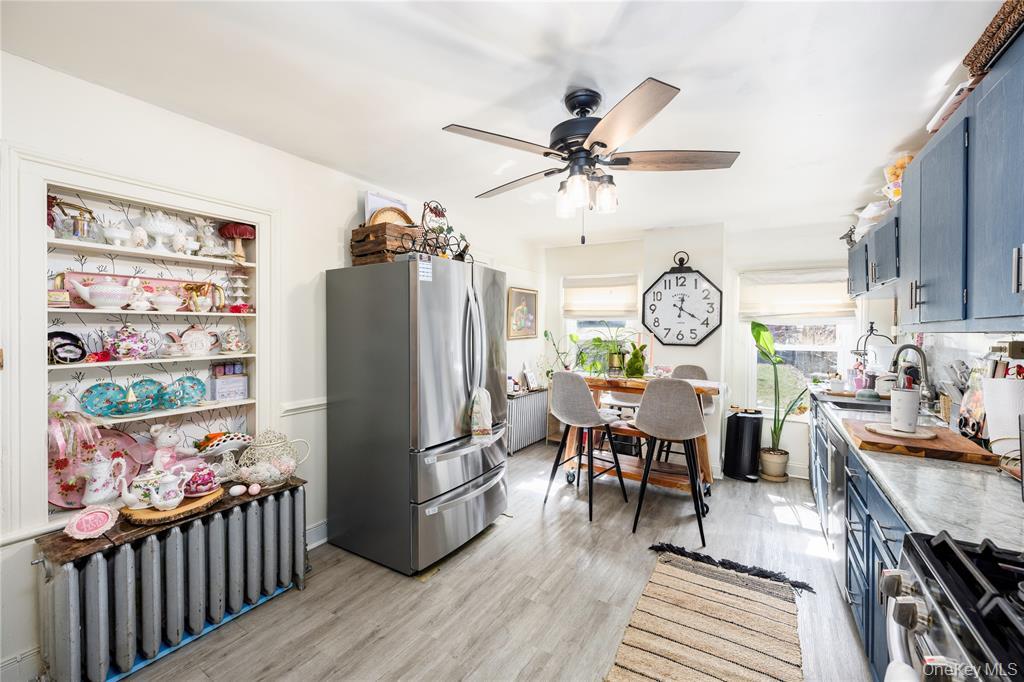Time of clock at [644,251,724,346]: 12:20
